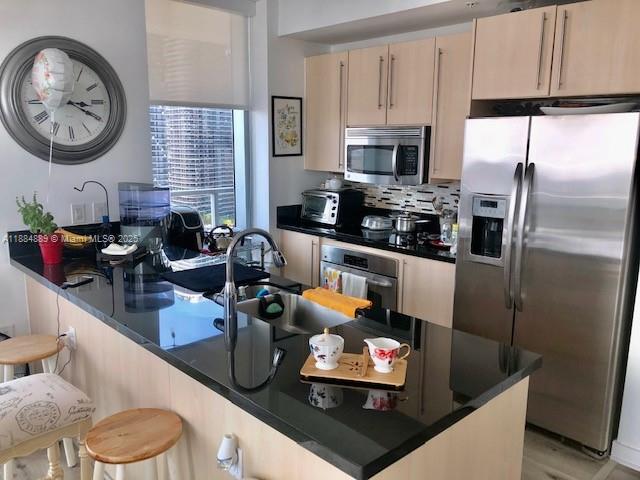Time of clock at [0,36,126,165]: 3:19
